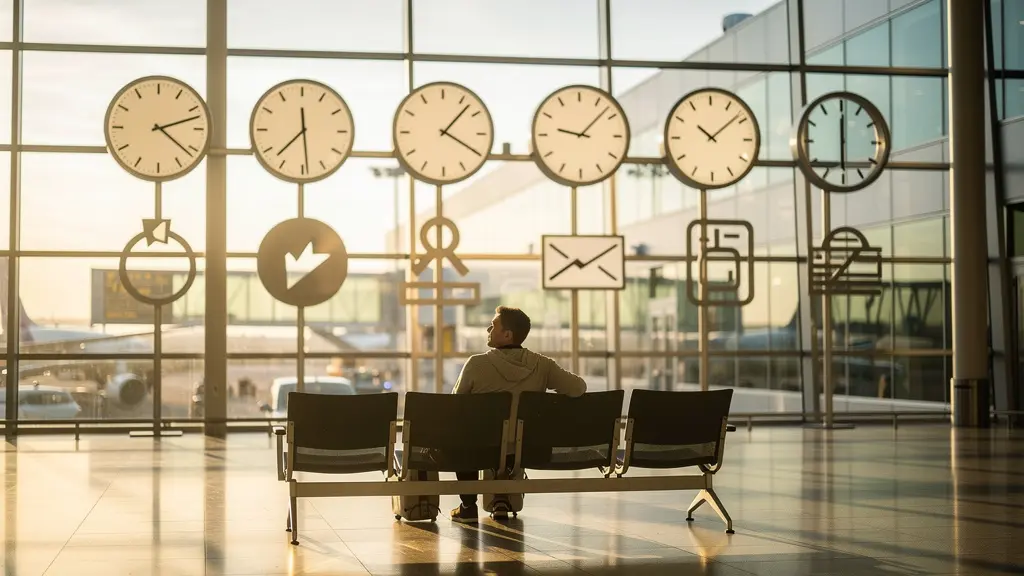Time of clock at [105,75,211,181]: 4:12
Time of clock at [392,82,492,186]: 4:07
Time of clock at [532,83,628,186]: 9:07
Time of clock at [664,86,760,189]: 10:08
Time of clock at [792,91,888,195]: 12:00
